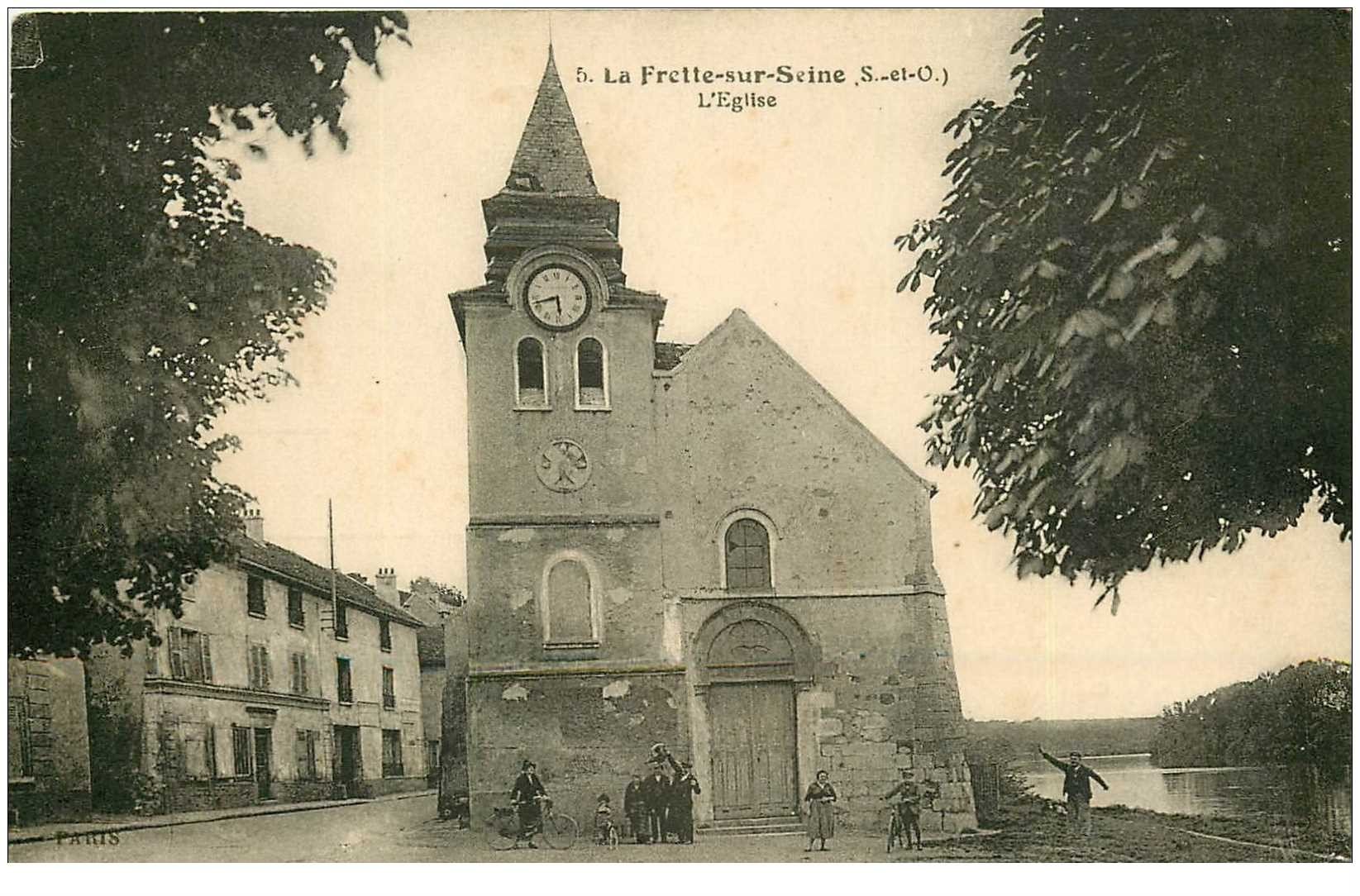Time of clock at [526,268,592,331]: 5:42
